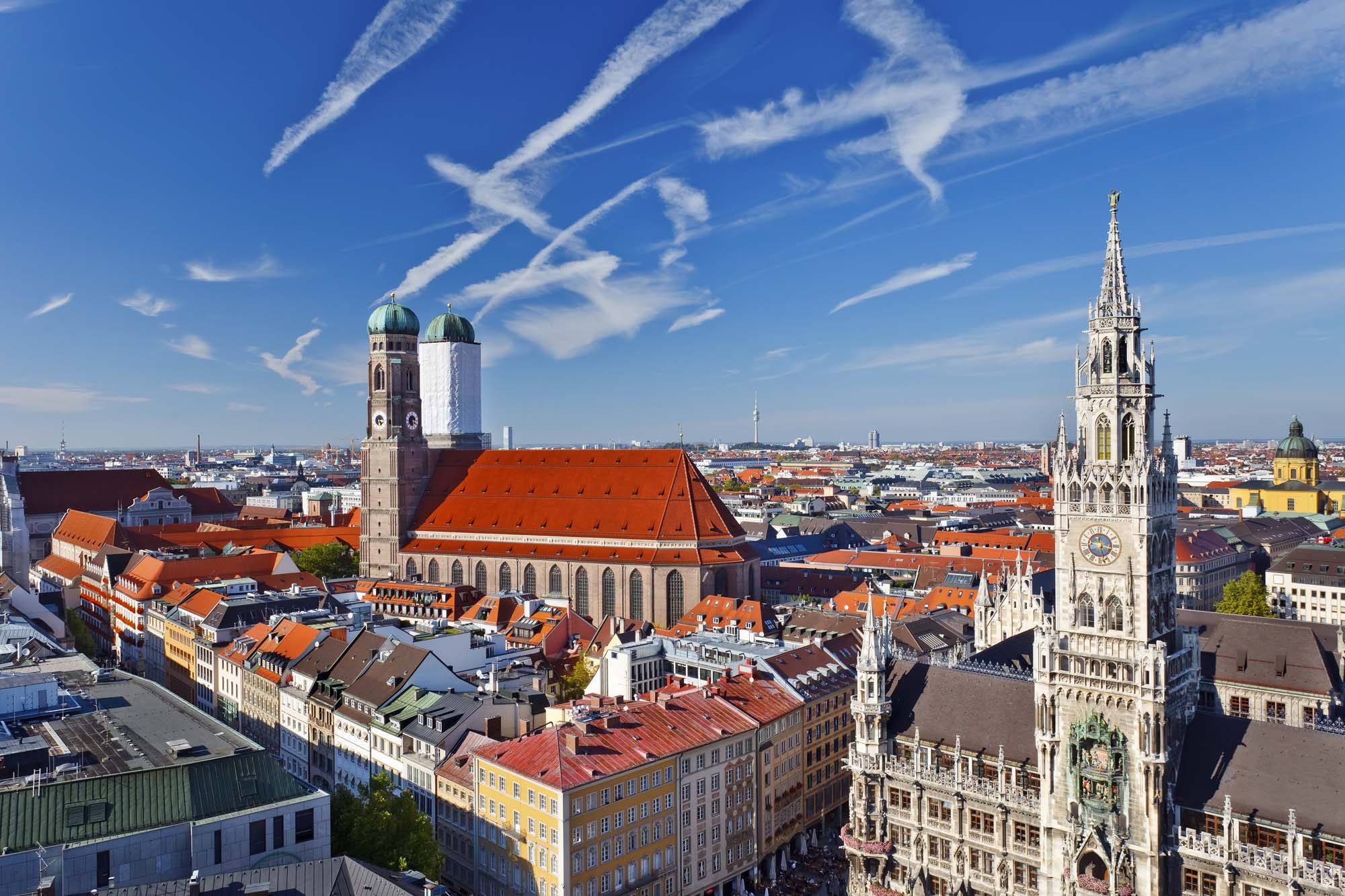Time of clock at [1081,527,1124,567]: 3:27
